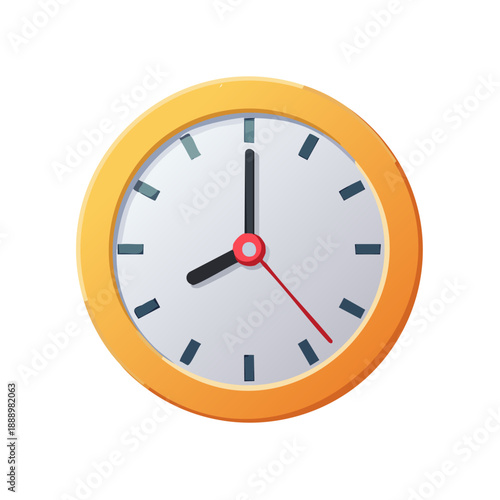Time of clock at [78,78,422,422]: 8:00
